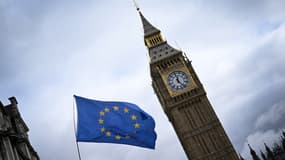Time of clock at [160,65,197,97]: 11:21
